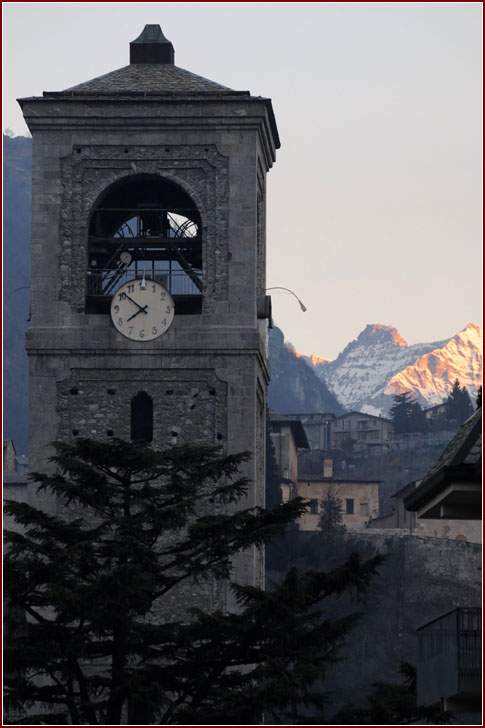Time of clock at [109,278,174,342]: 7:51
